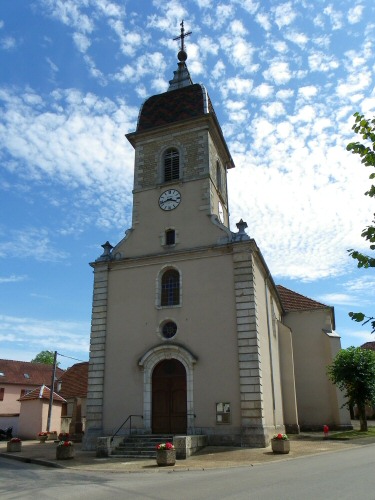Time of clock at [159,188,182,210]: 3:42
